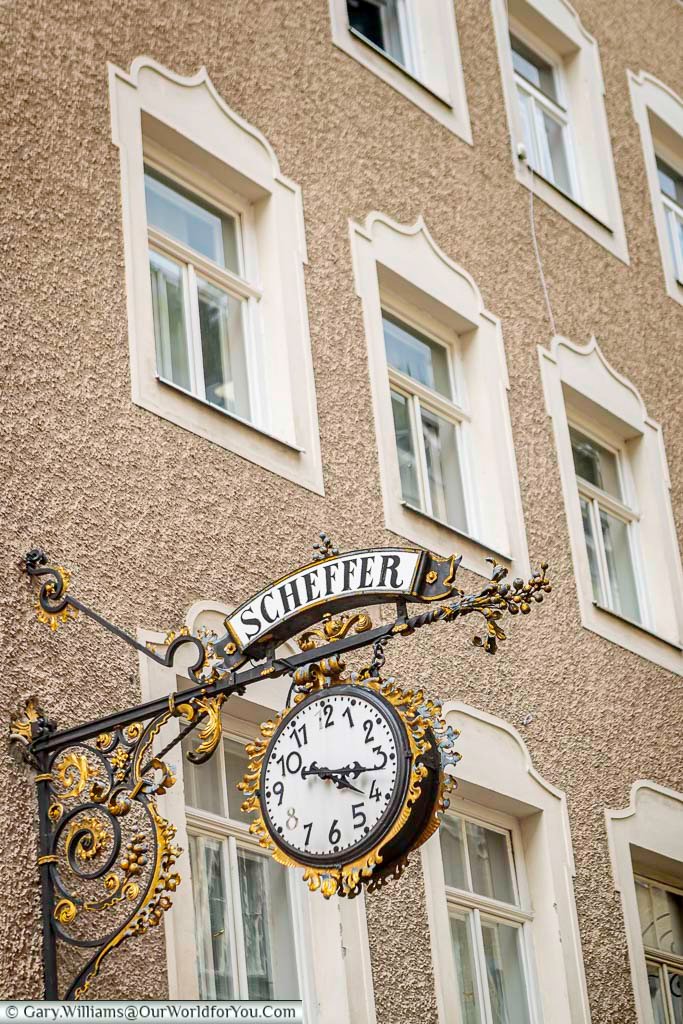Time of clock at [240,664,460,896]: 4:16
